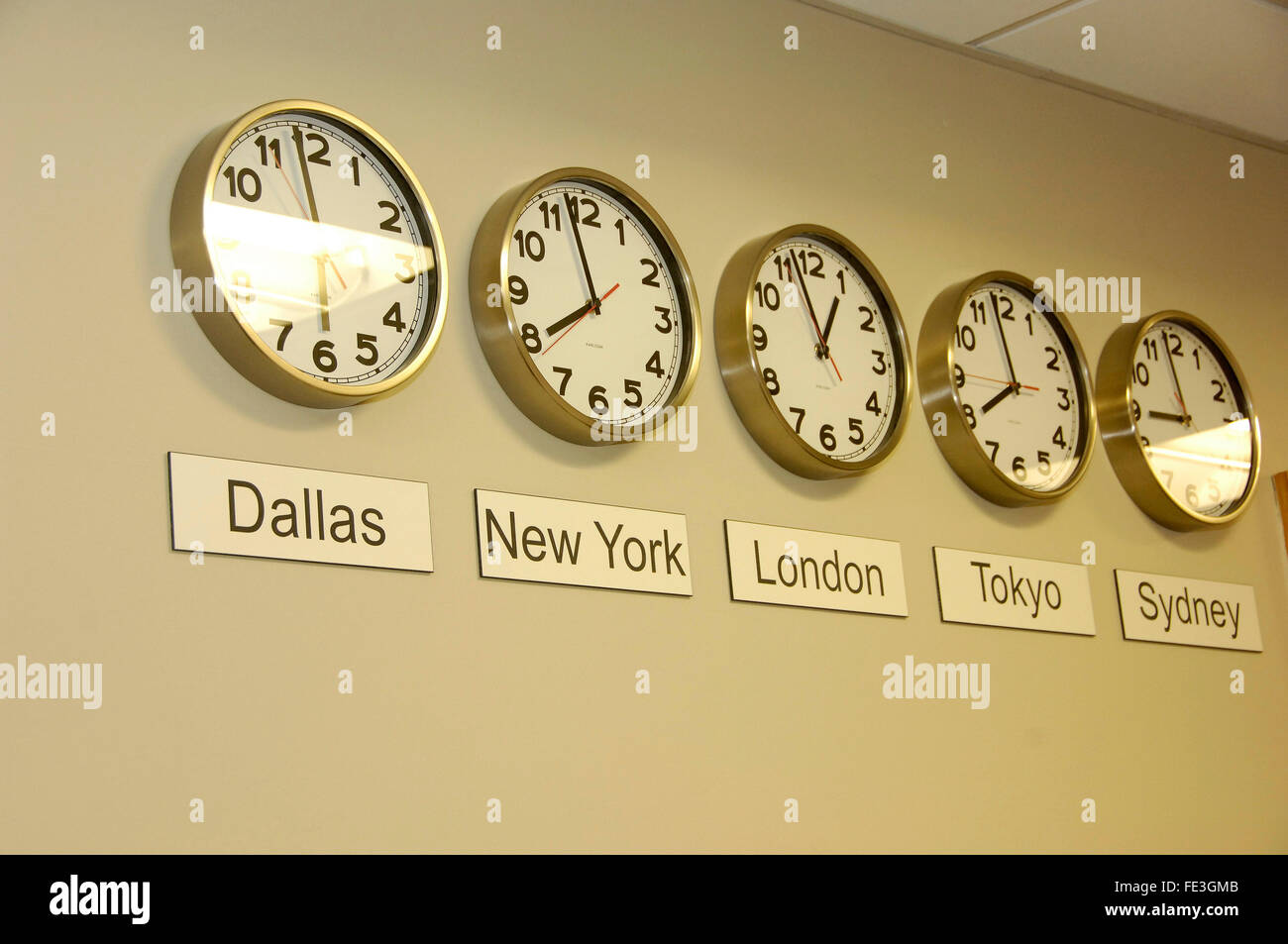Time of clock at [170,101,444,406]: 5:58
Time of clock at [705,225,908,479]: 12:57
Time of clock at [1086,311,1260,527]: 8:57
